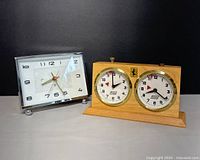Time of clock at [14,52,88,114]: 8:26
